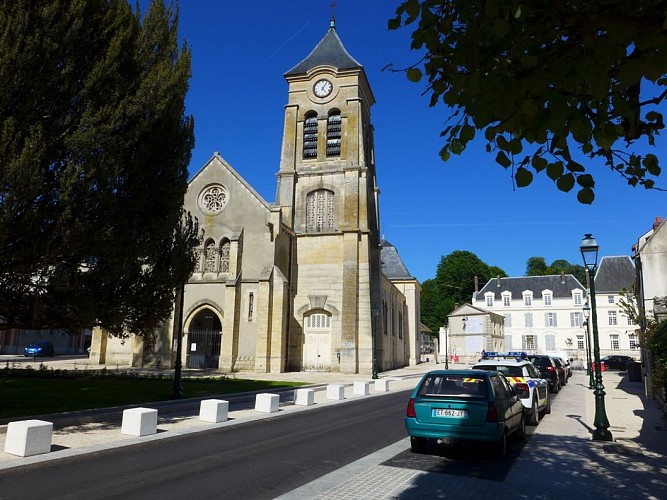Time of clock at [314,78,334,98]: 5:05
